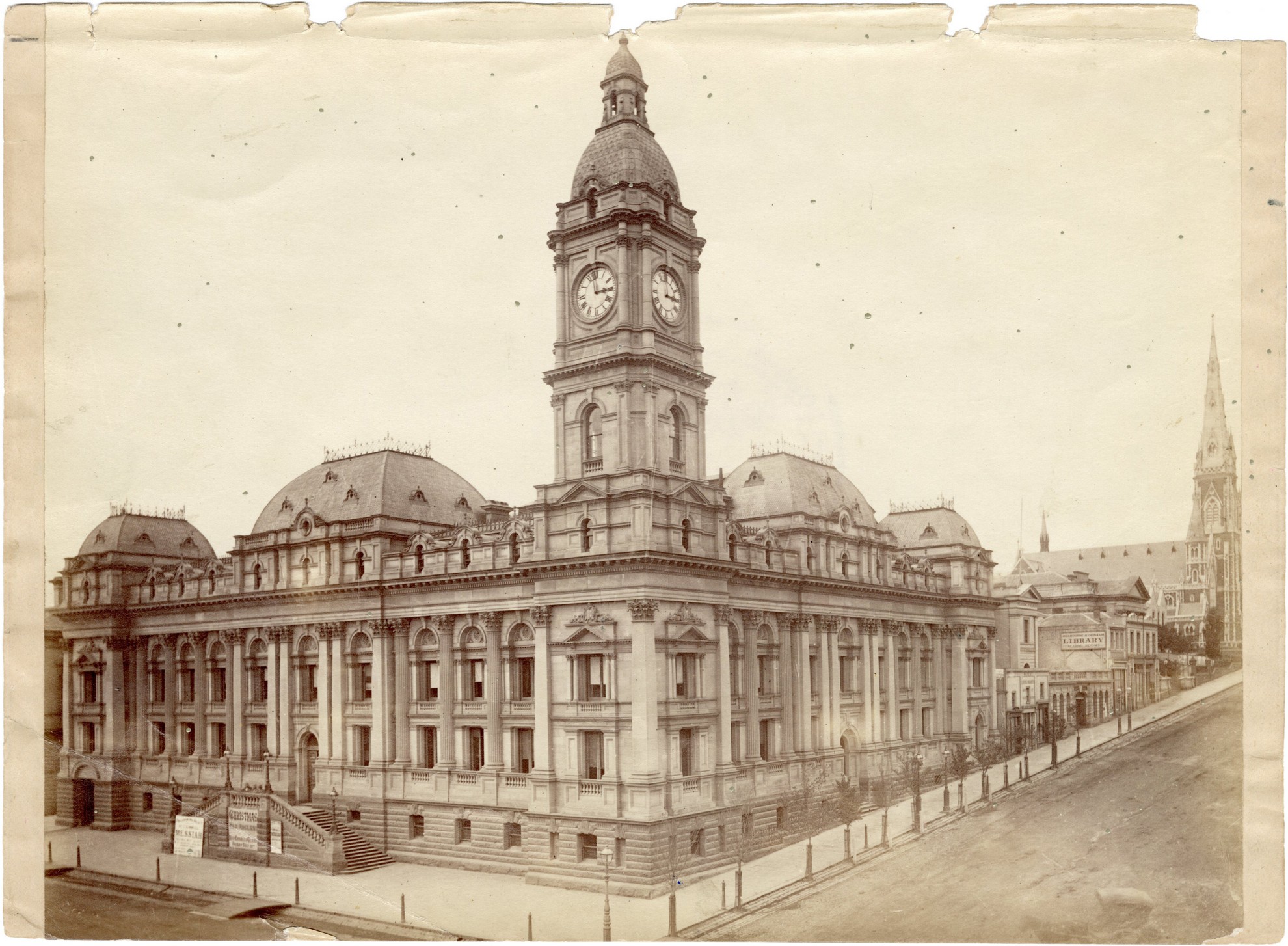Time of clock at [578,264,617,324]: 2:58
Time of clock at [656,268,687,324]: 2:59
